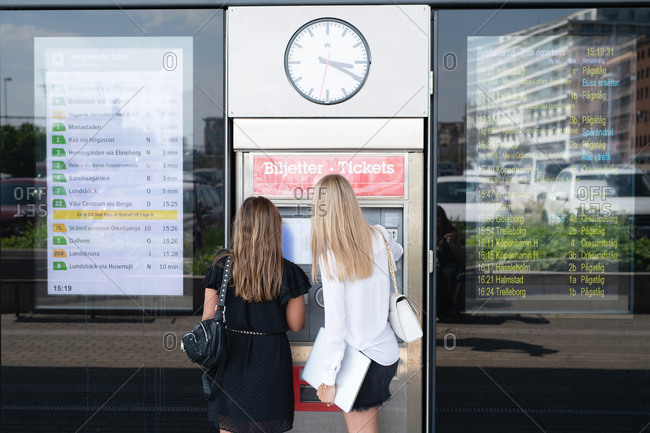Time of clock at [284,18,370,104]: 3:19
